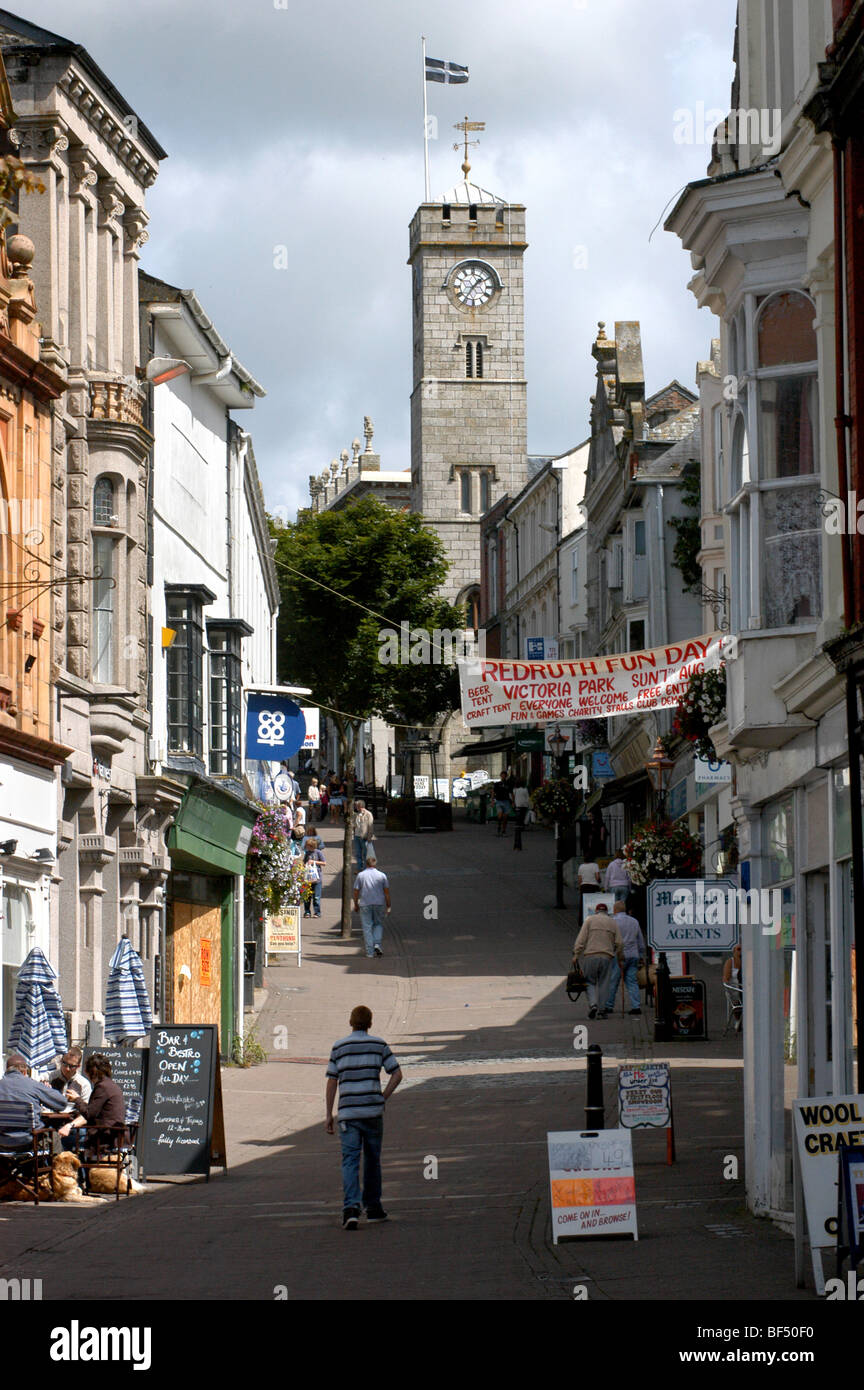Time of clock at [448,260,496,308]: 1:35
